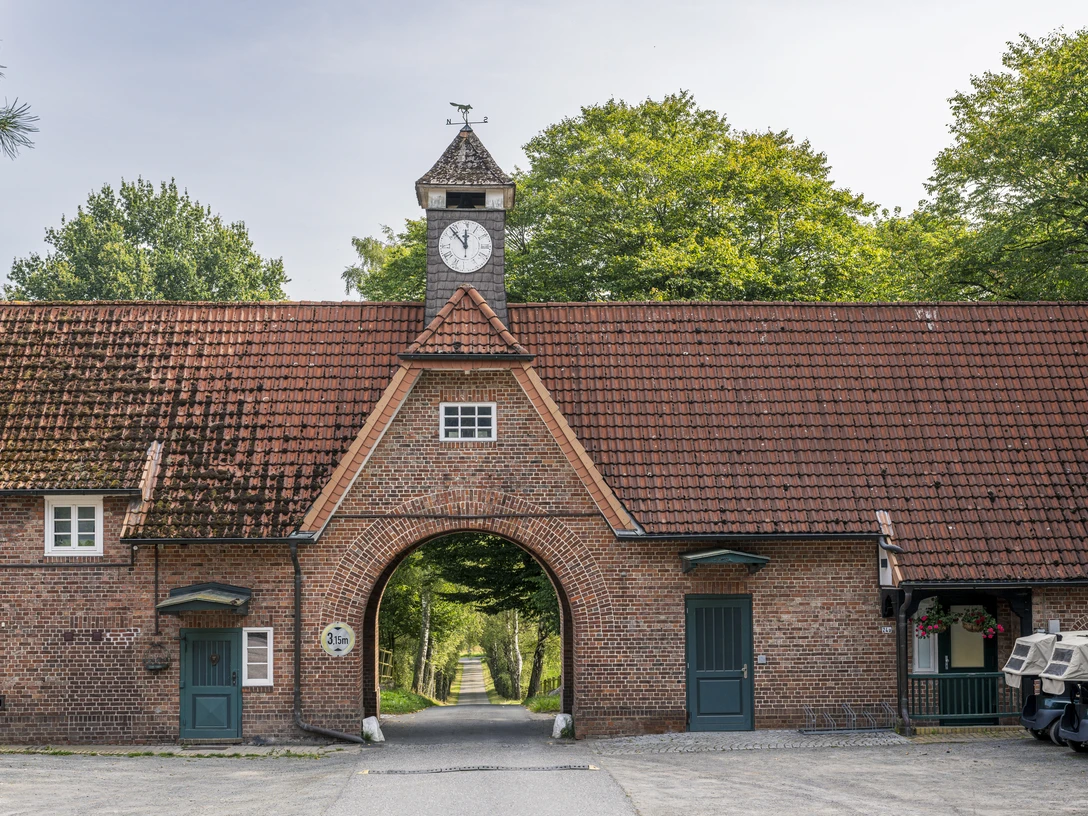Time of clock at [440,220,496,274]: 11:53
